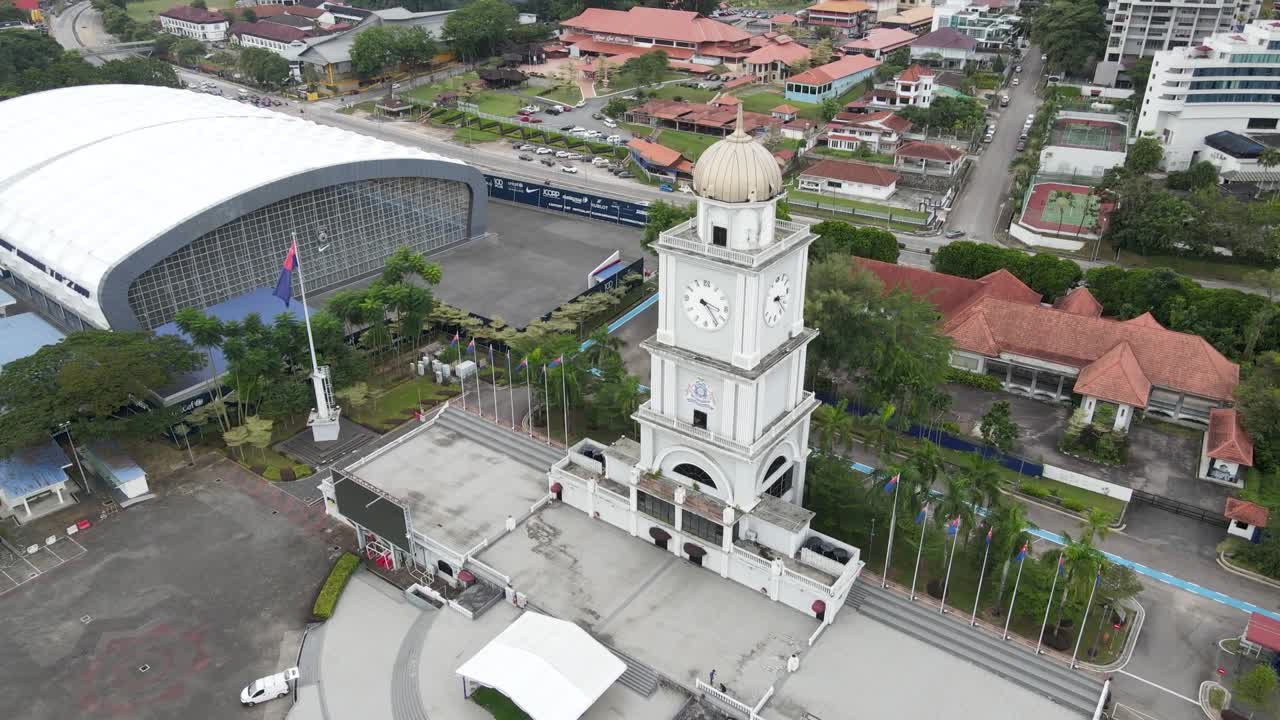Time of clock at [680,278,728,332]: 3:23
